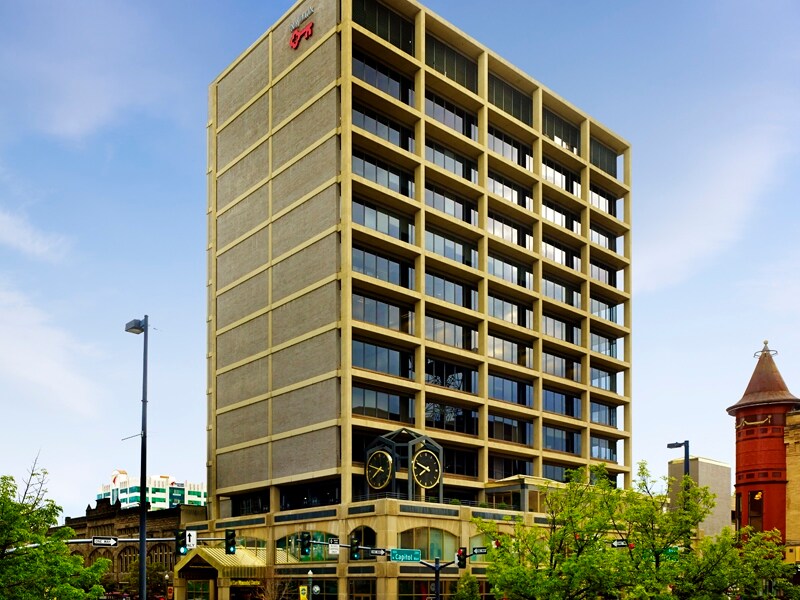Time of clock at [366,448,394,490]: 7:48
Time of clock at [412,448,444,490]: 7:48
